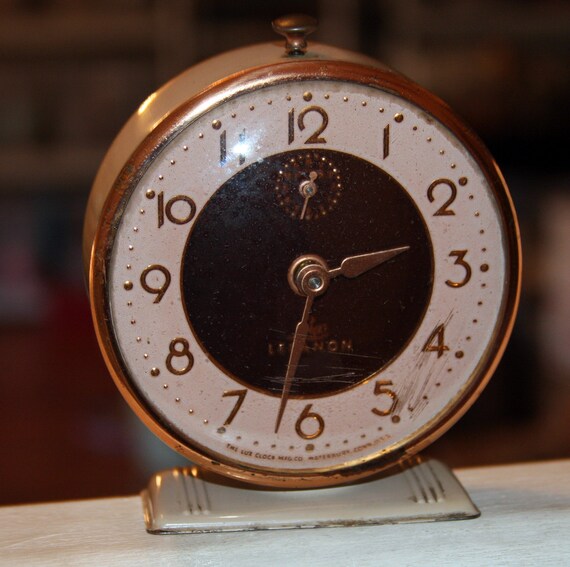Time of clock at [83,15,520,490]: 2:32
